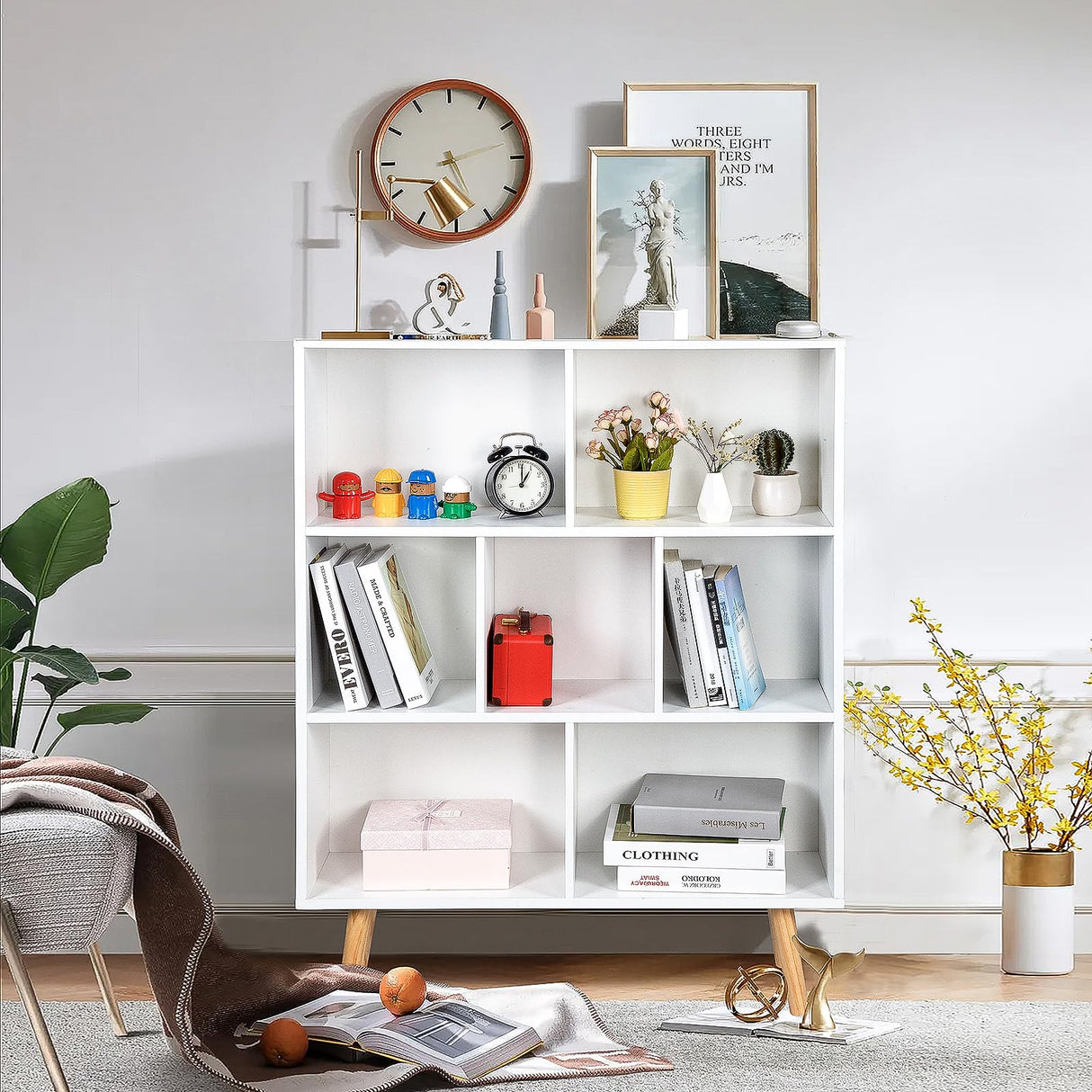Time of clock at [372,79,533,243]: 5:12
